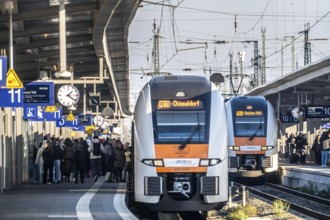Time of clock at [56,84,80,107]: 1:21
